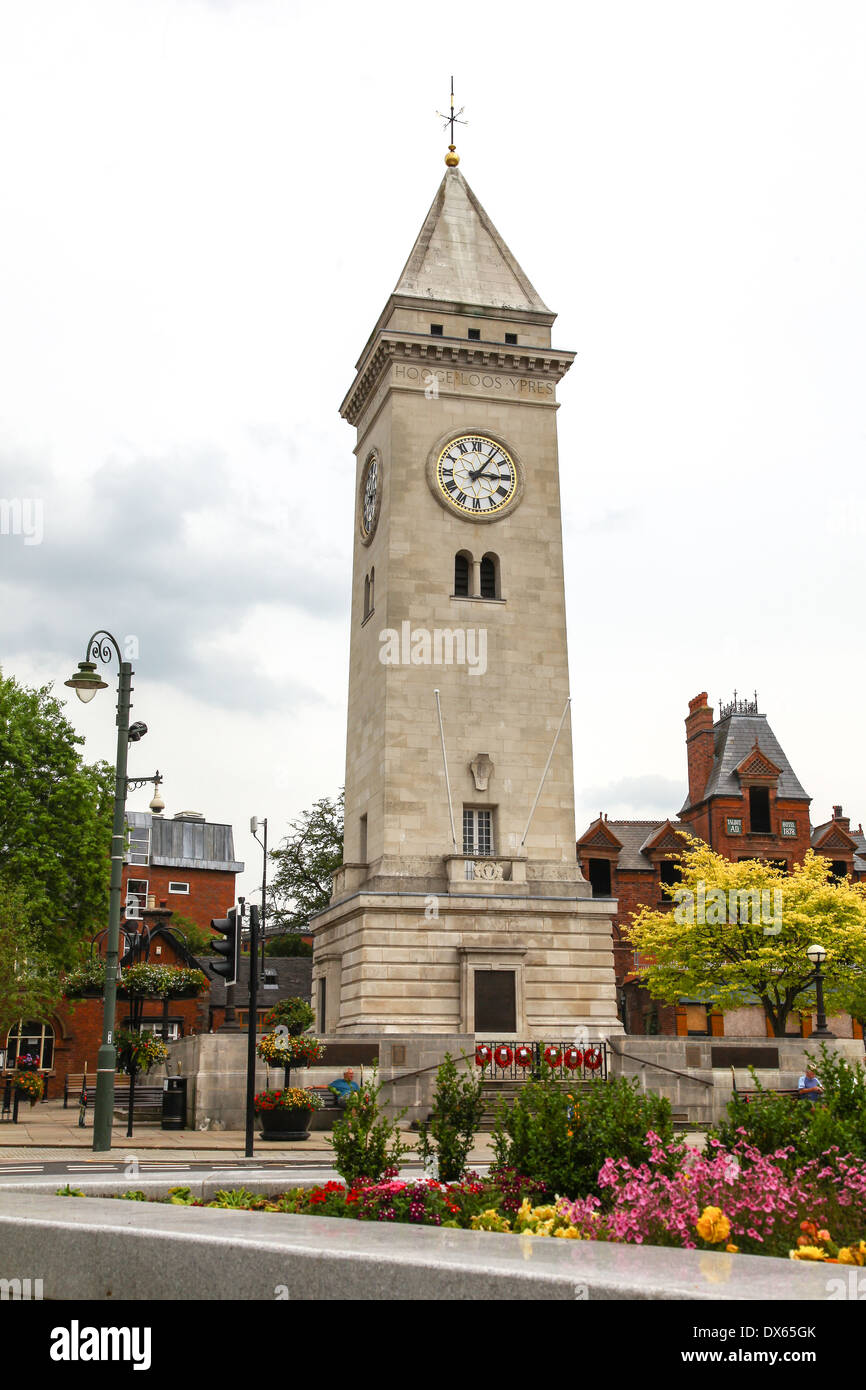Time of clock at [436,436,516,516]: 3:06
